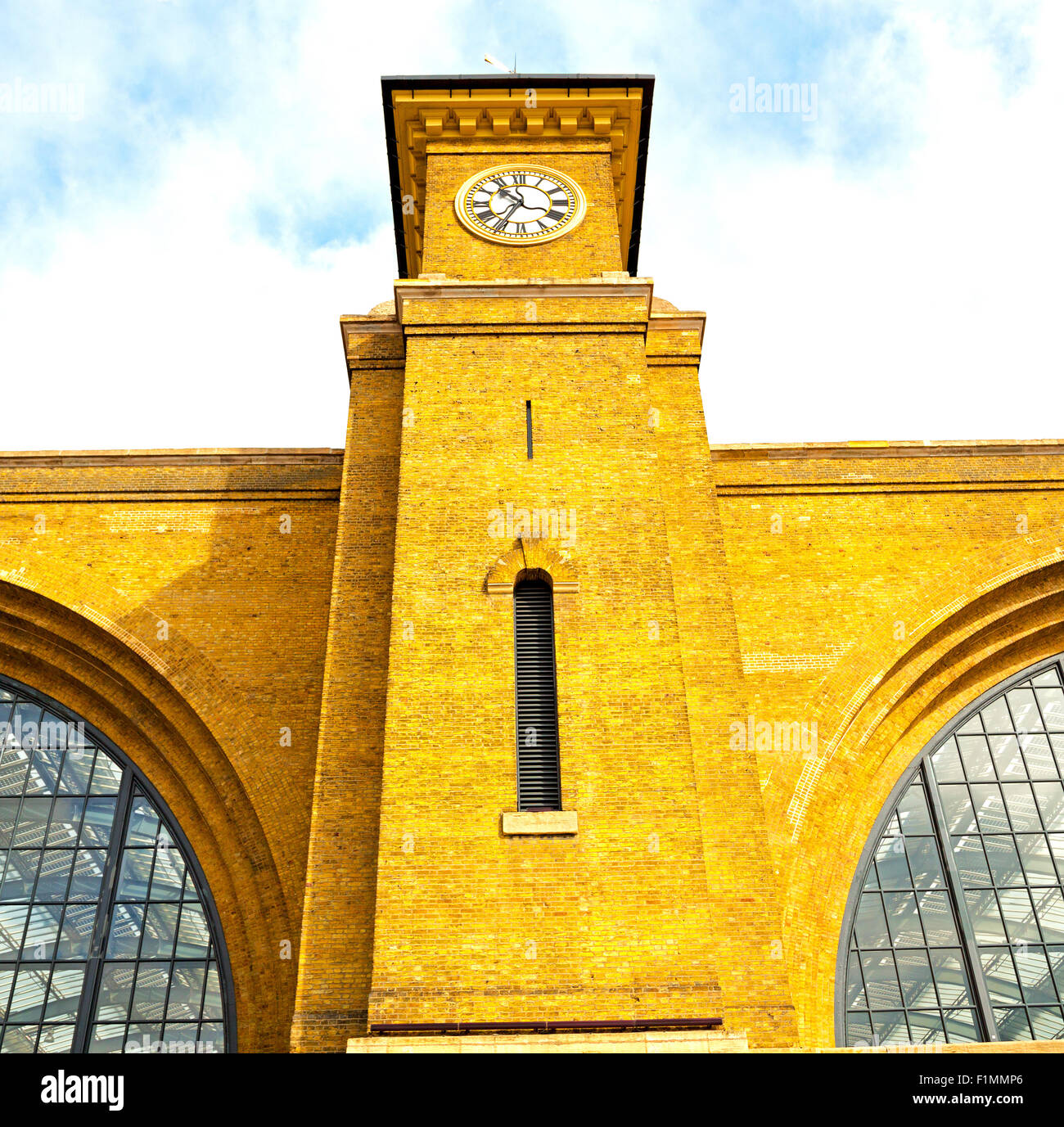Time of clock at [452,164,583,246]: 10:34
